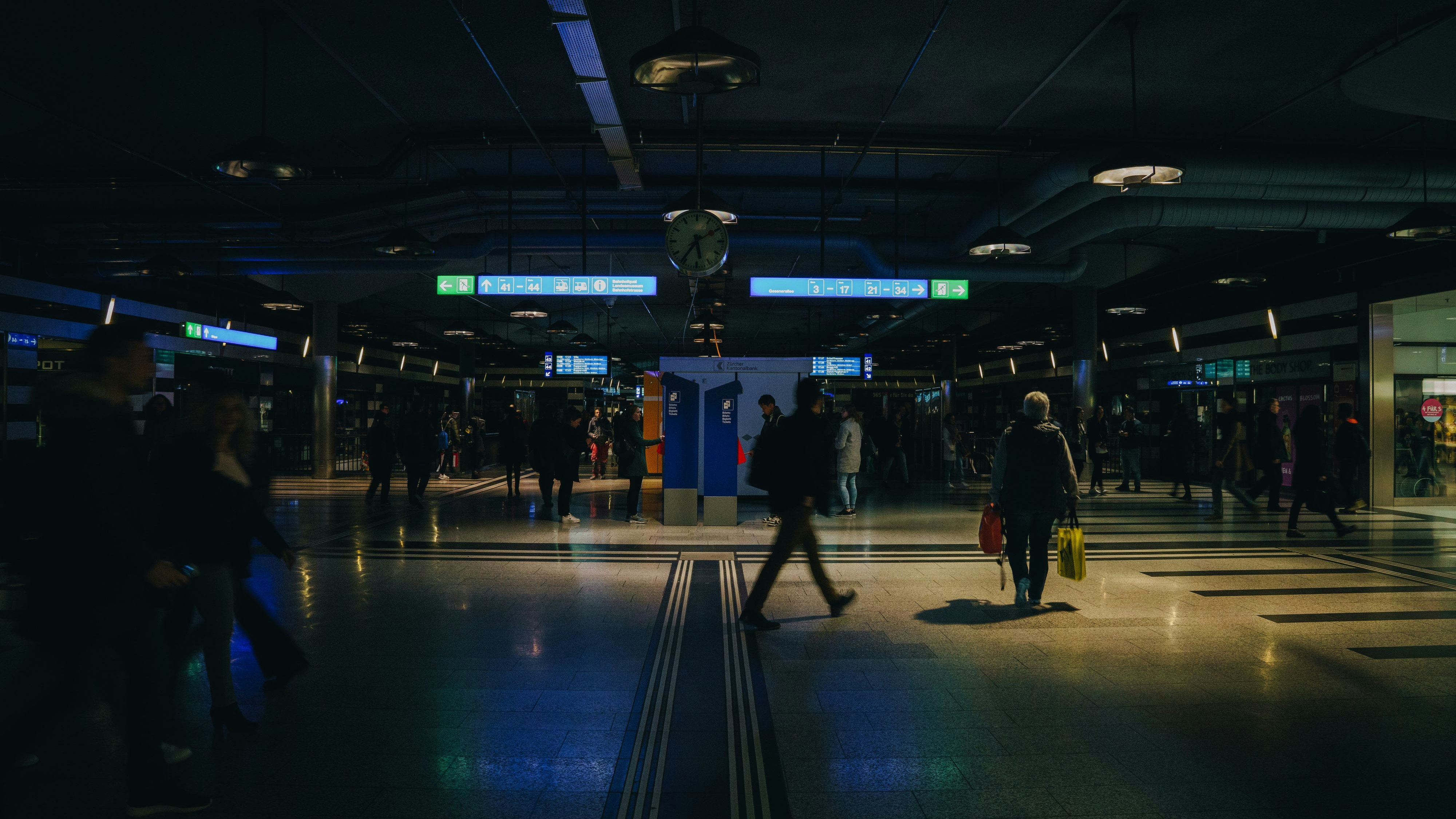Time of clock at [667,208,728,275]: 5:36
